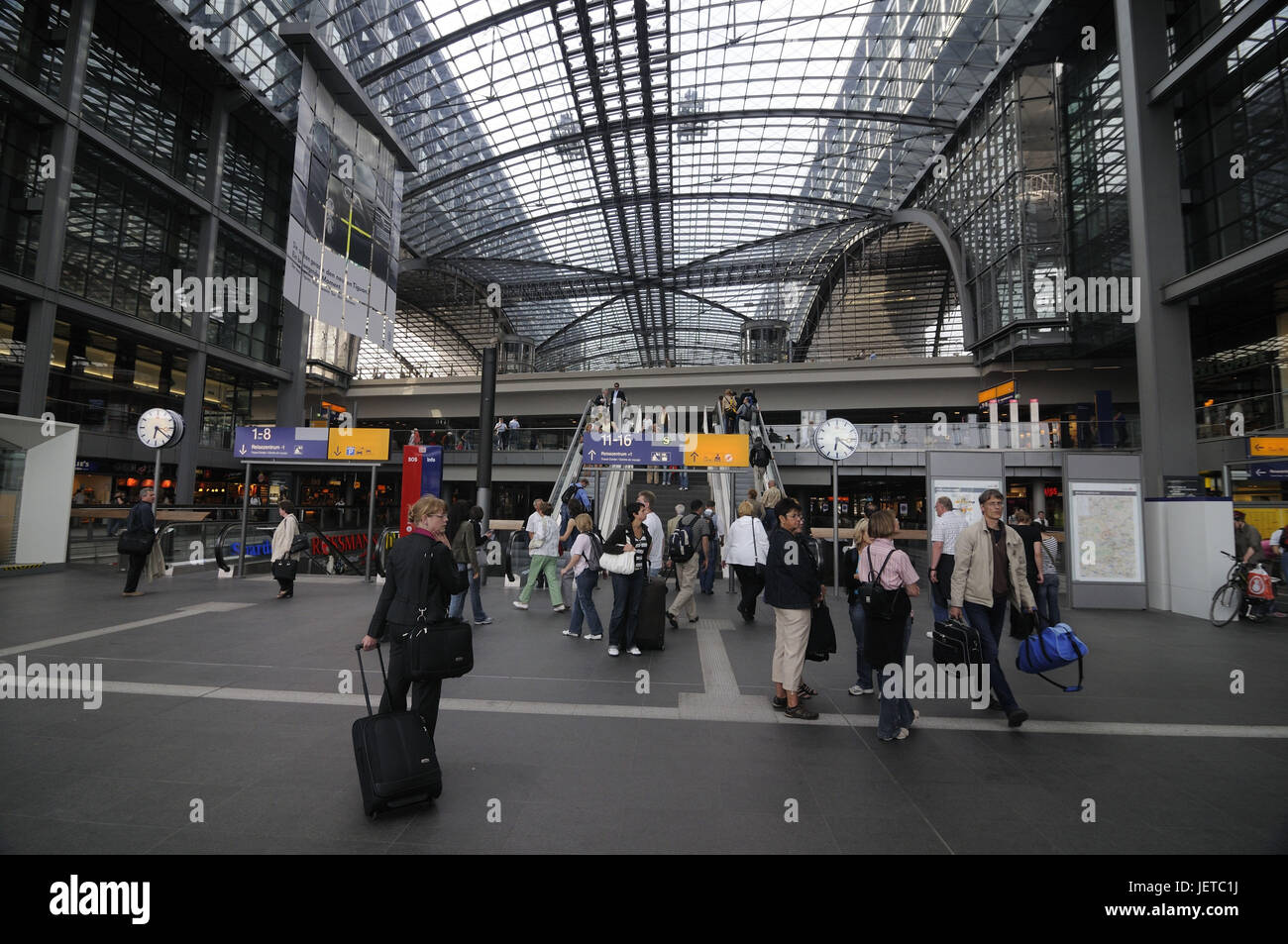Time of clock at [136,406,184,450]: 6:21
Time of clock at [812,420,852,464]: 6:20
